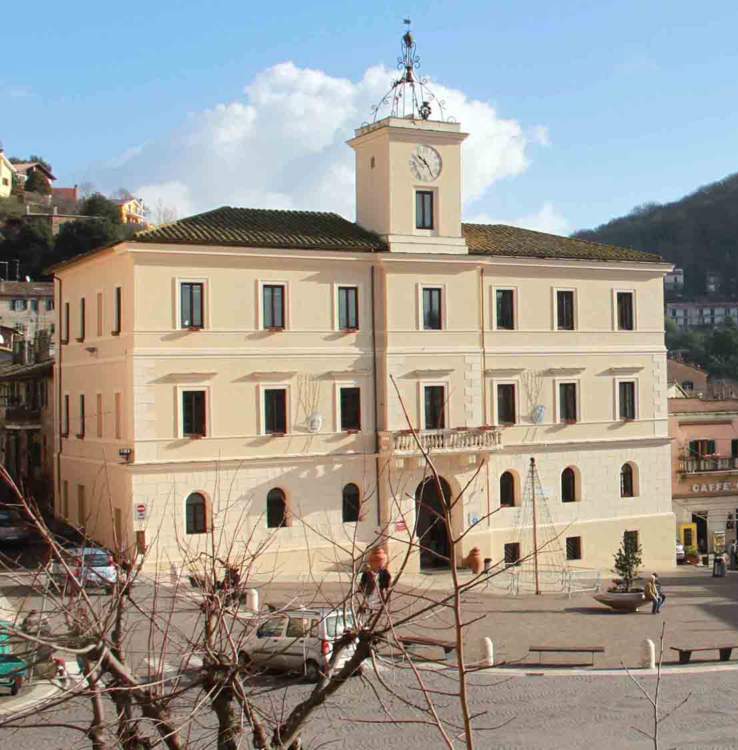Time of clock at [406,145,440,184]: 10:24
